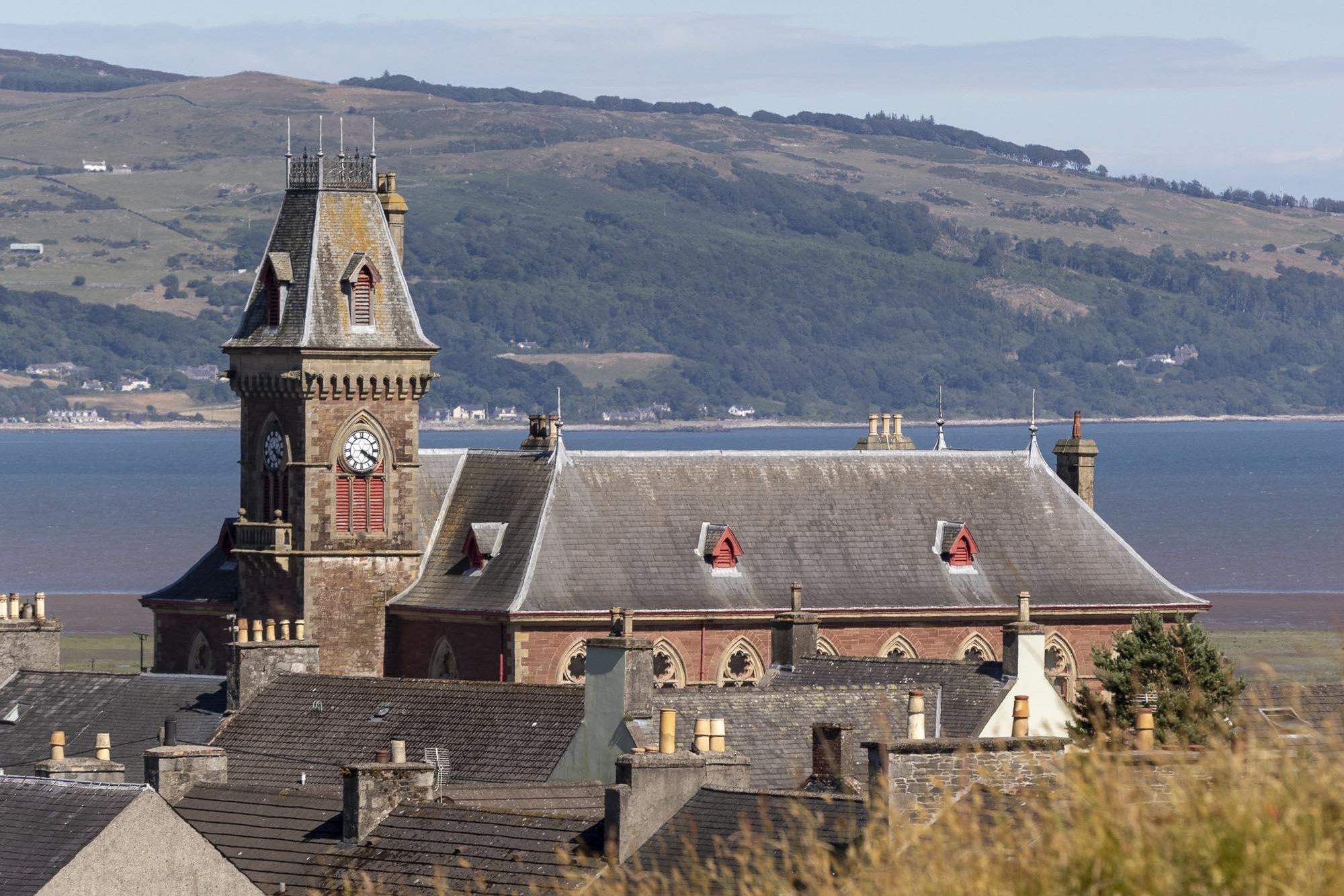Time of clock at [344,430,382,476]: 4:19
